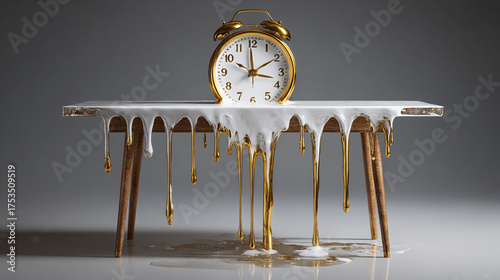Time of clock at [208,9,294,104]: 1:59
